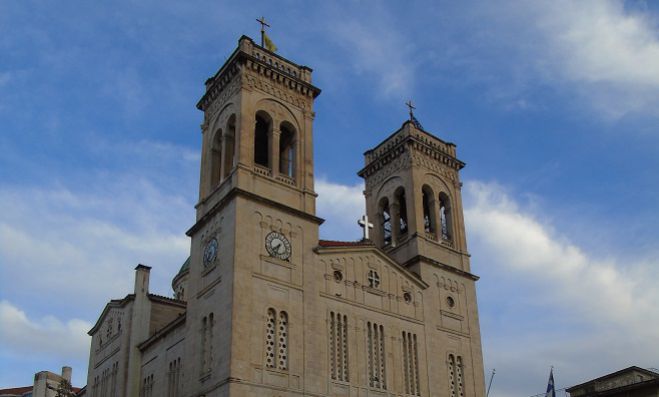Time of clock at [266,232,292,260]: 7:33
